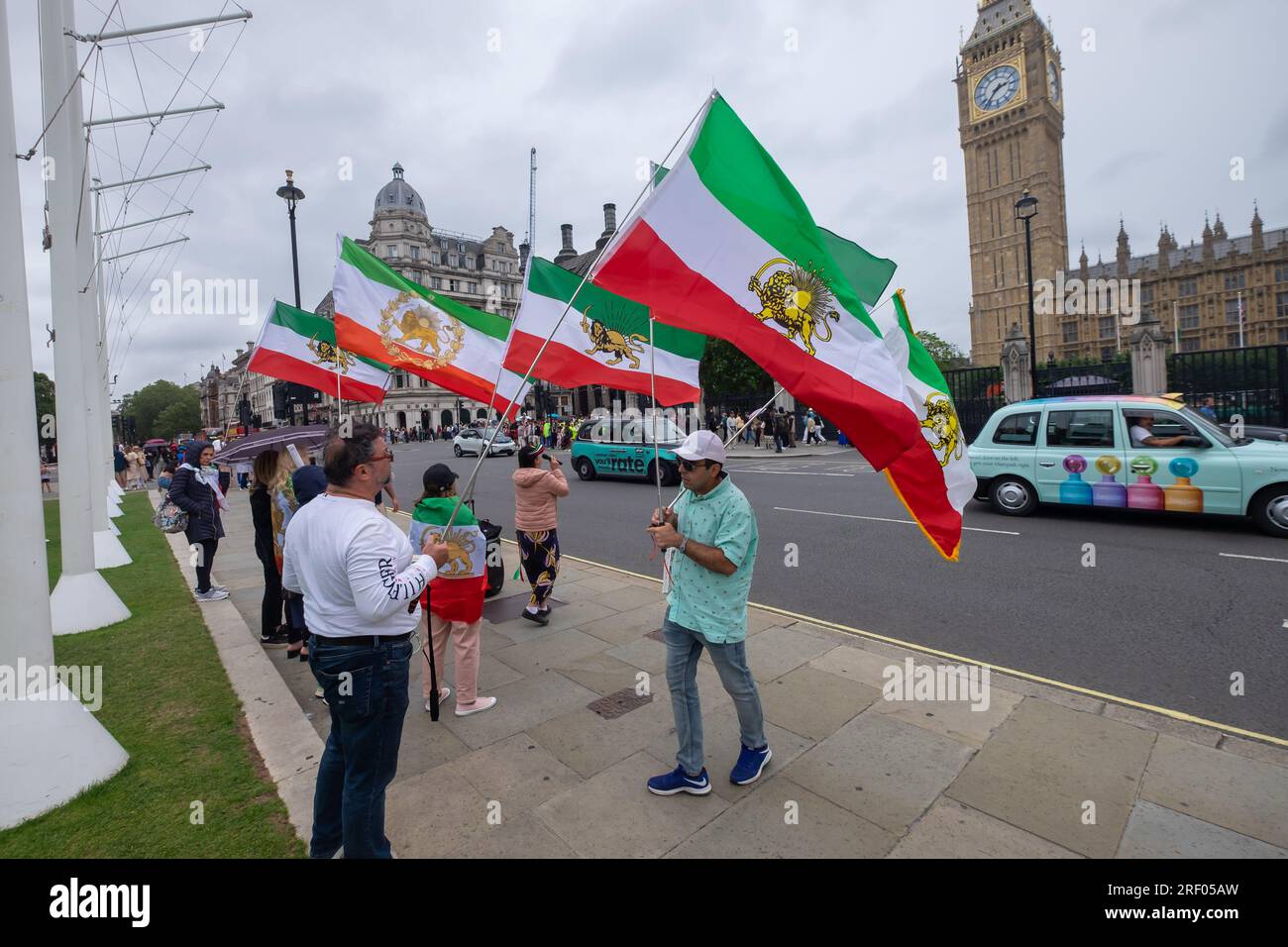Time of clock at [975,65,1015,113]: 2:36
